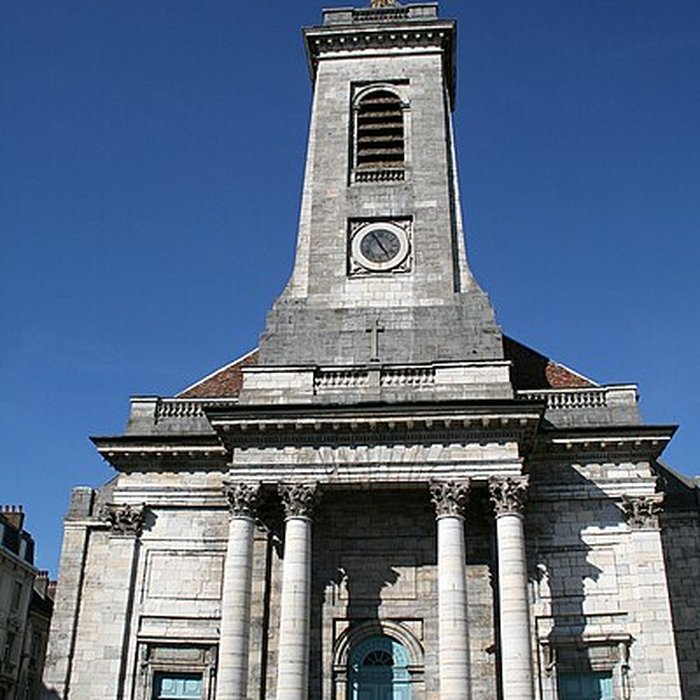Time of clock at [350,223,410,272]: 4:55
